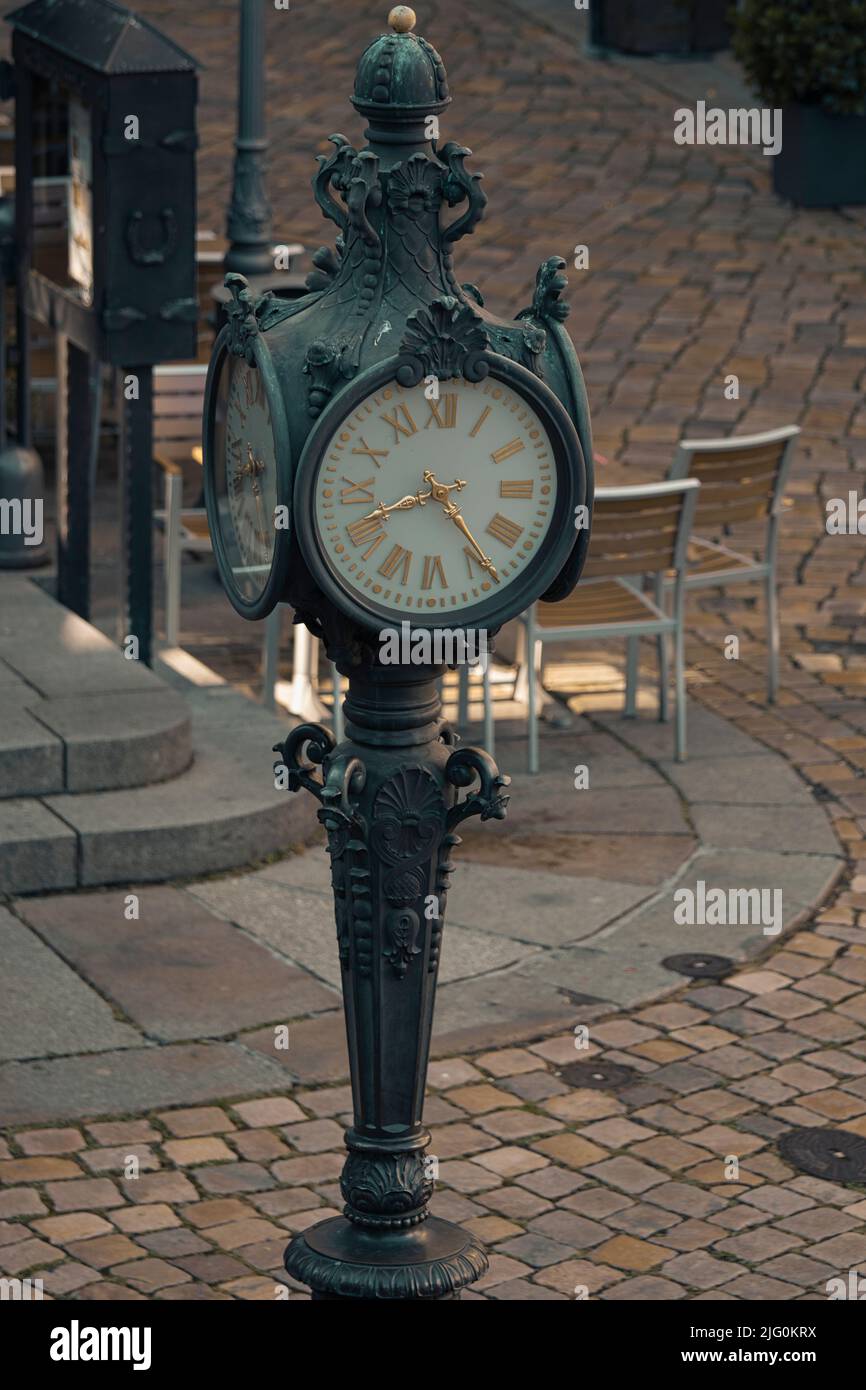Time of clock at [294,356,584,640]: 4:41
